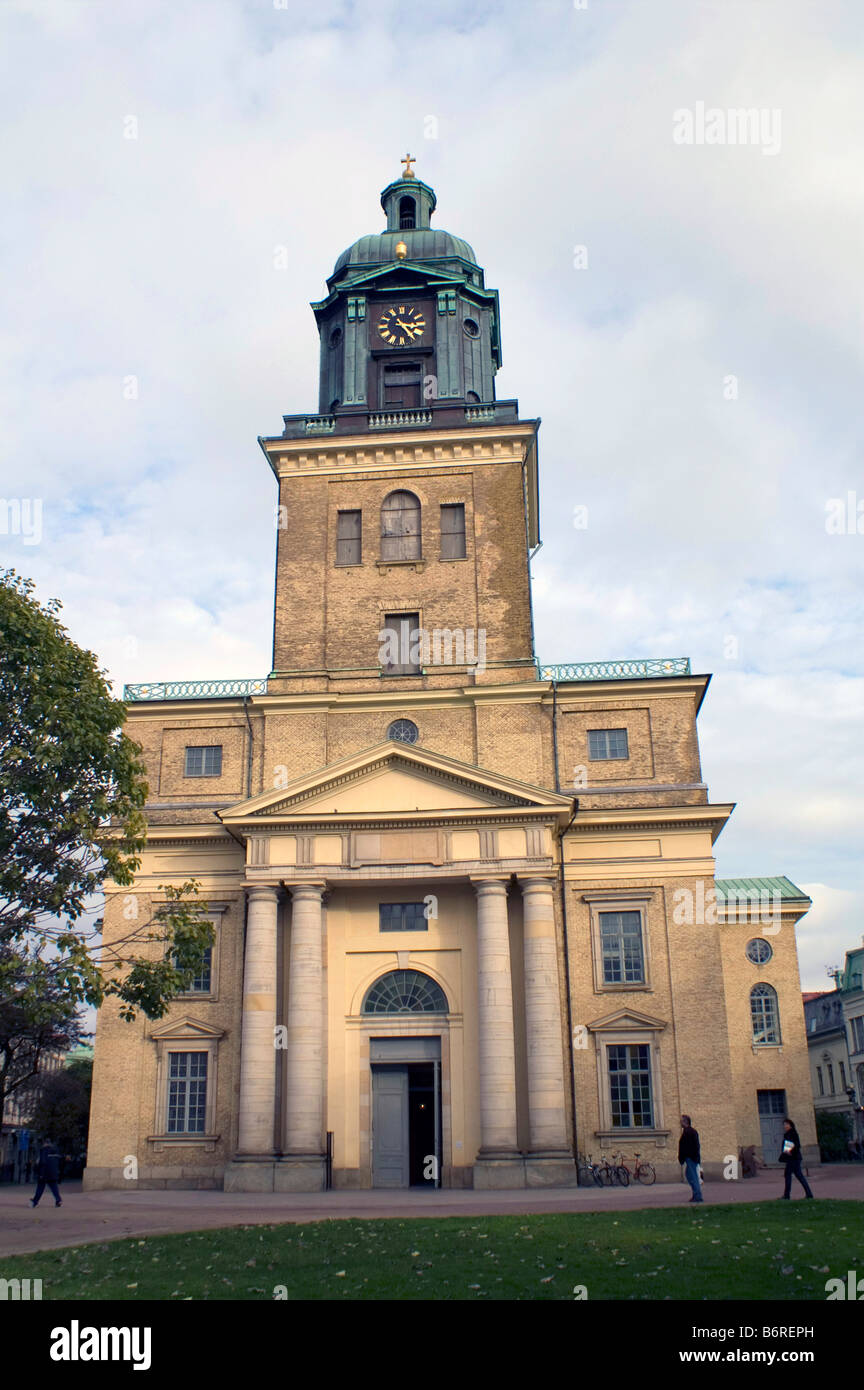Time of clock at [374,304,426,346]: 3:23
